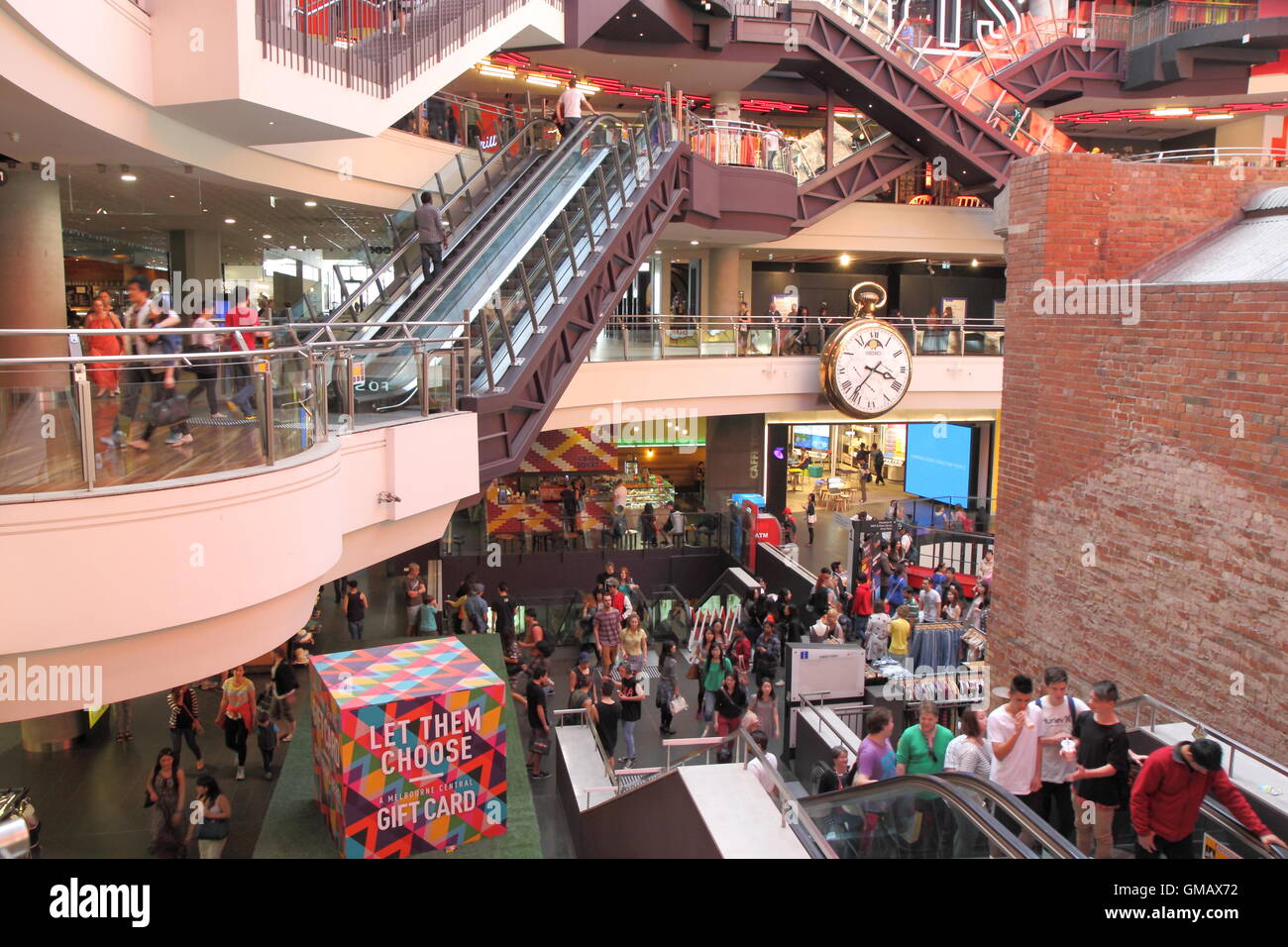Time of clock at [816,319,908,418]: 3:36
